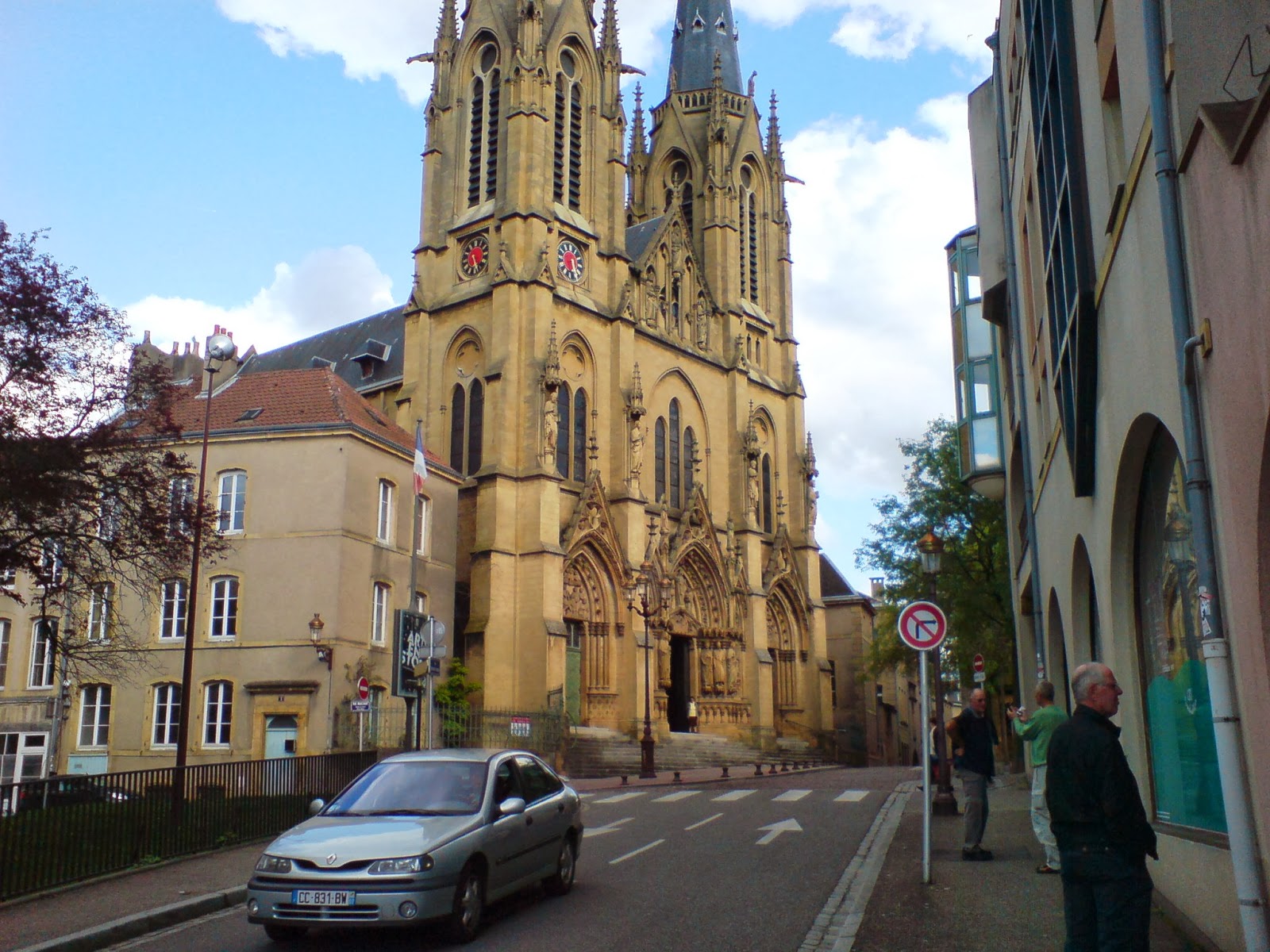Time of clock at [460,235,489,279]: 5:26
